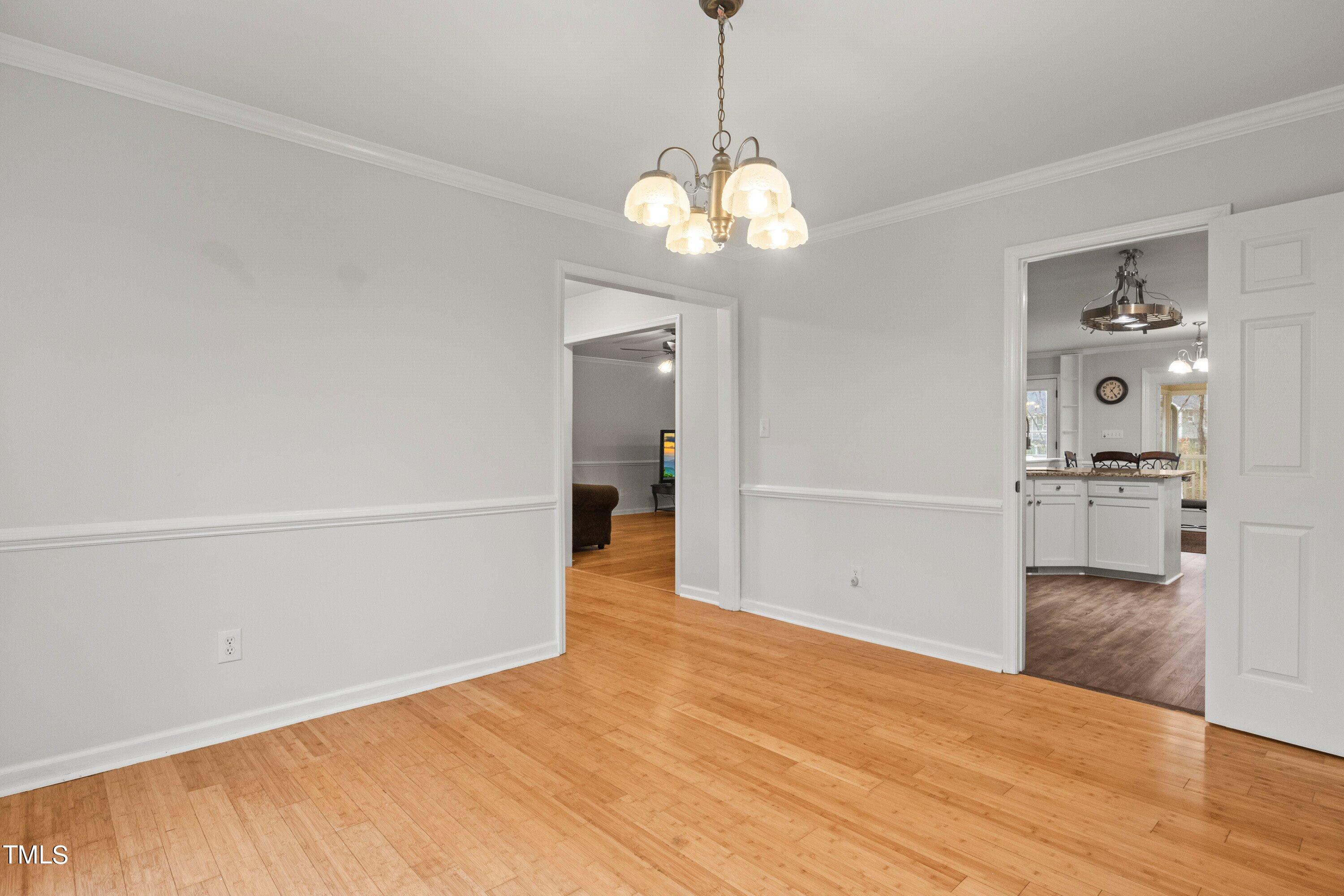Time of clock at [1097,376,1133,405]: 1:24
